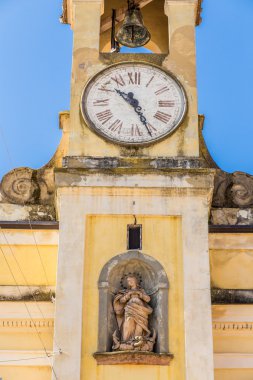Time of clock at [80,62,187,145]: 10:26
